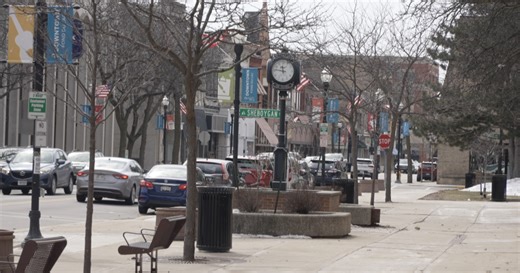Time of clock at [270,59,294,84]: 11:46
